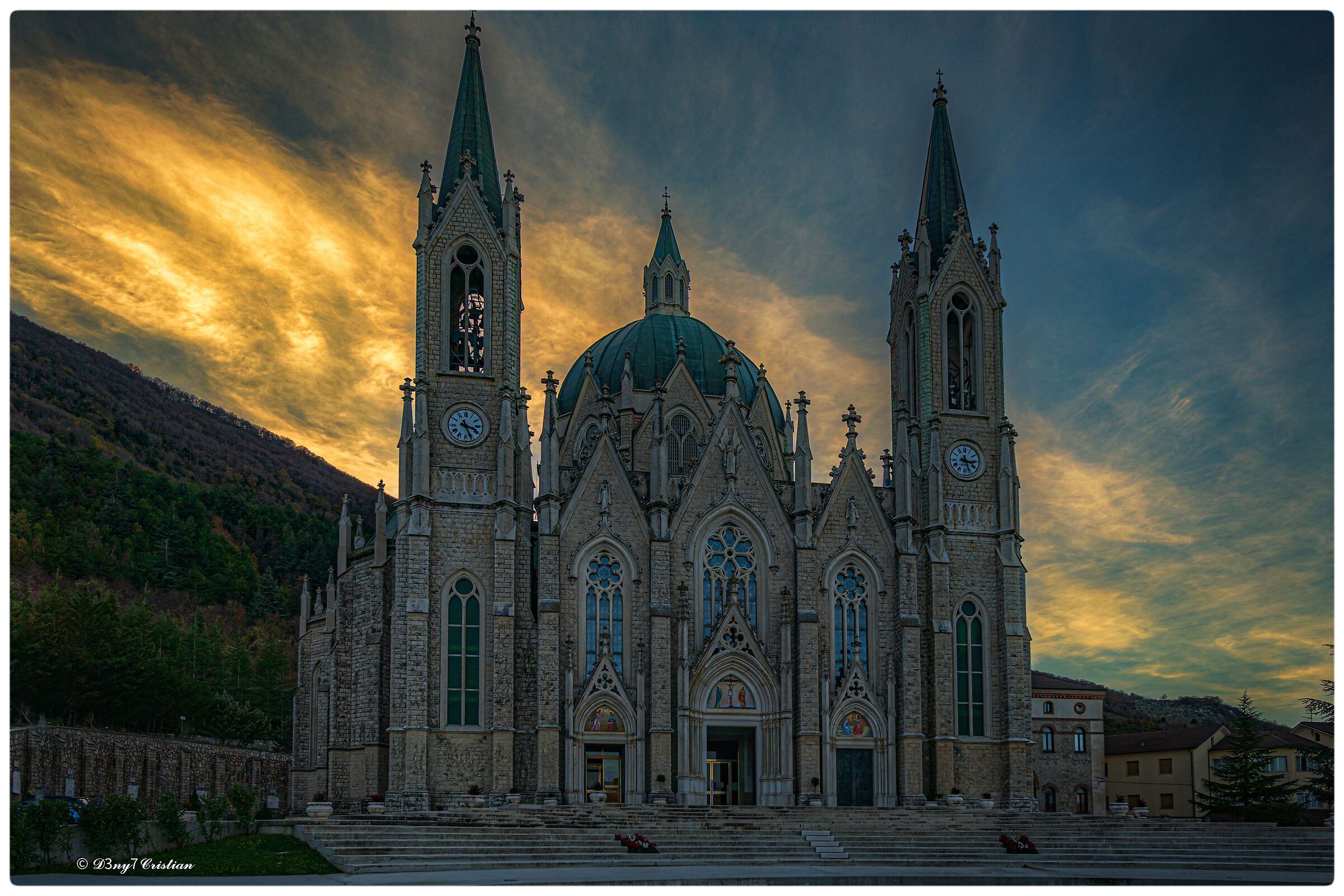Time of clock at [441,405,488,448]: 3:26
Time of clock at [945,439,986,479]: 3:26
